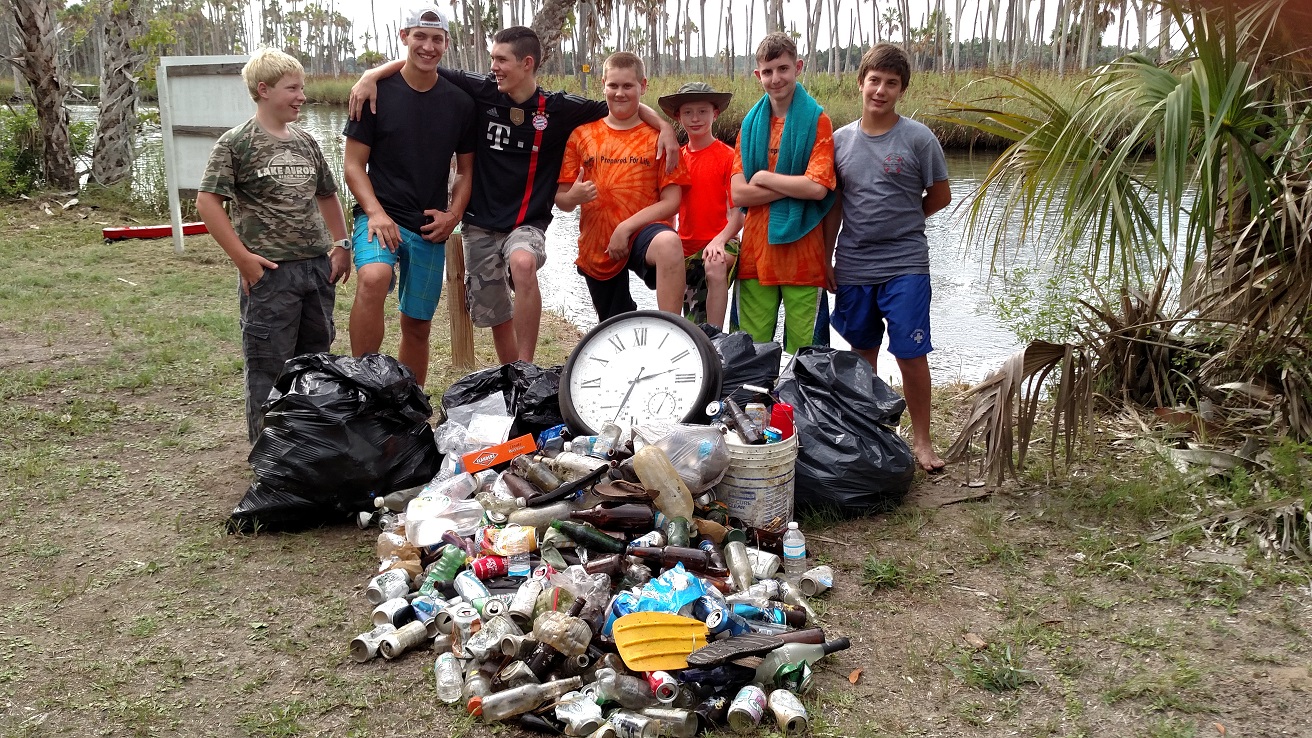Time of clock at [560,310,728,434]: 2:33
